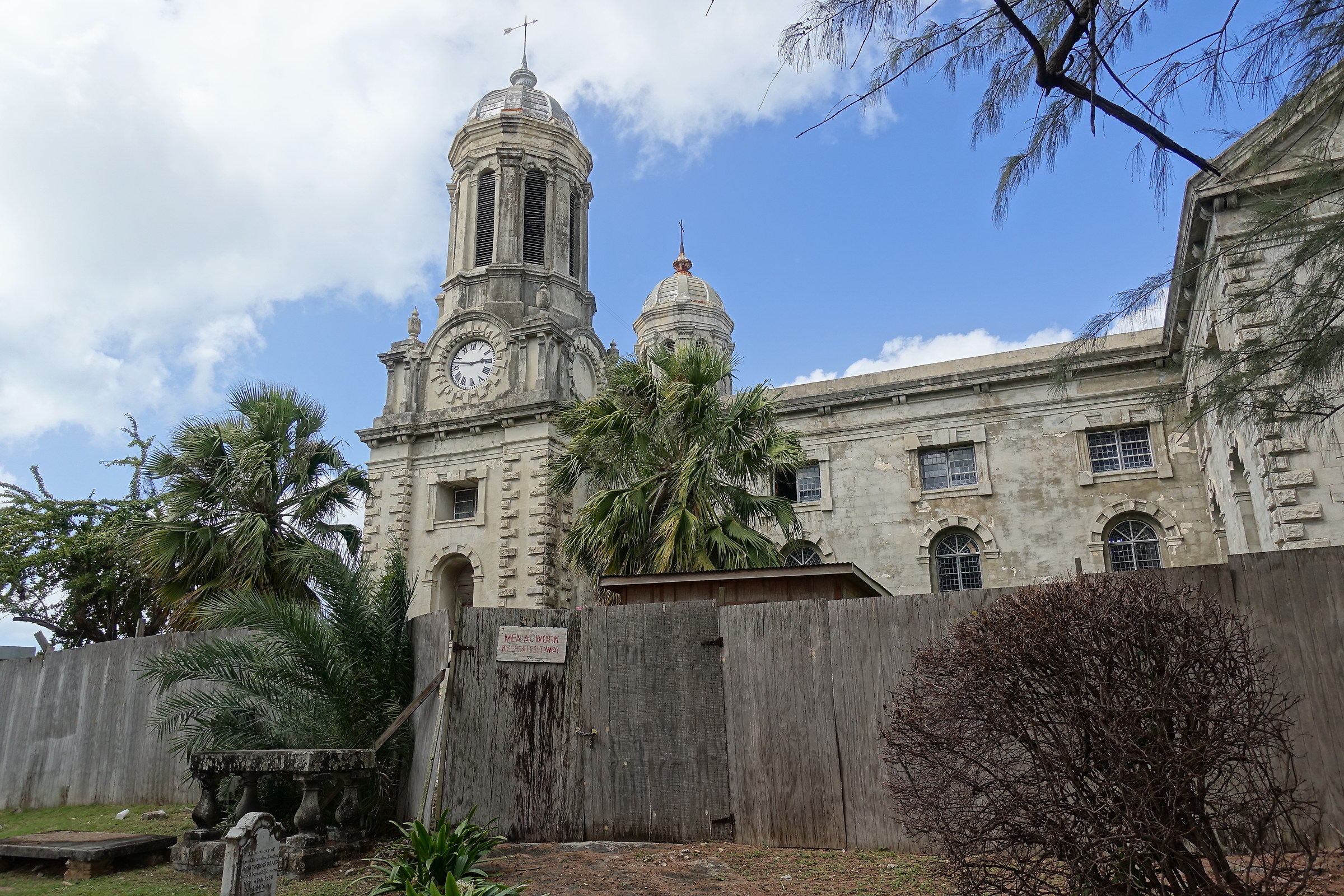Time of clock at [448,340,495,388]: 2:47
